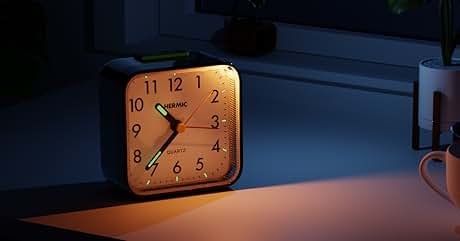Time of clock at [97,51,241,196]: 10:37
